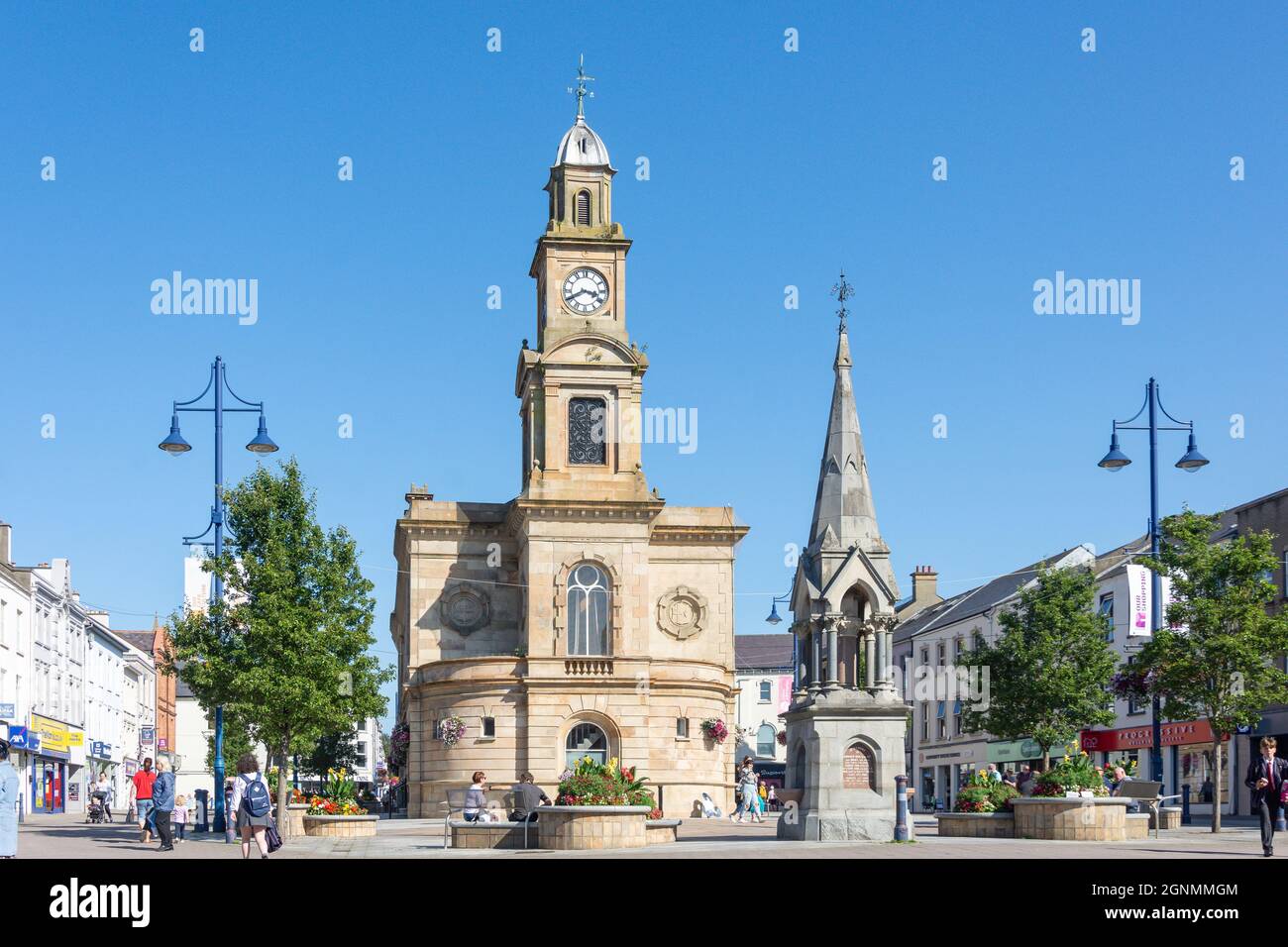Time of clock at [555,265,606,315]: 3:40
